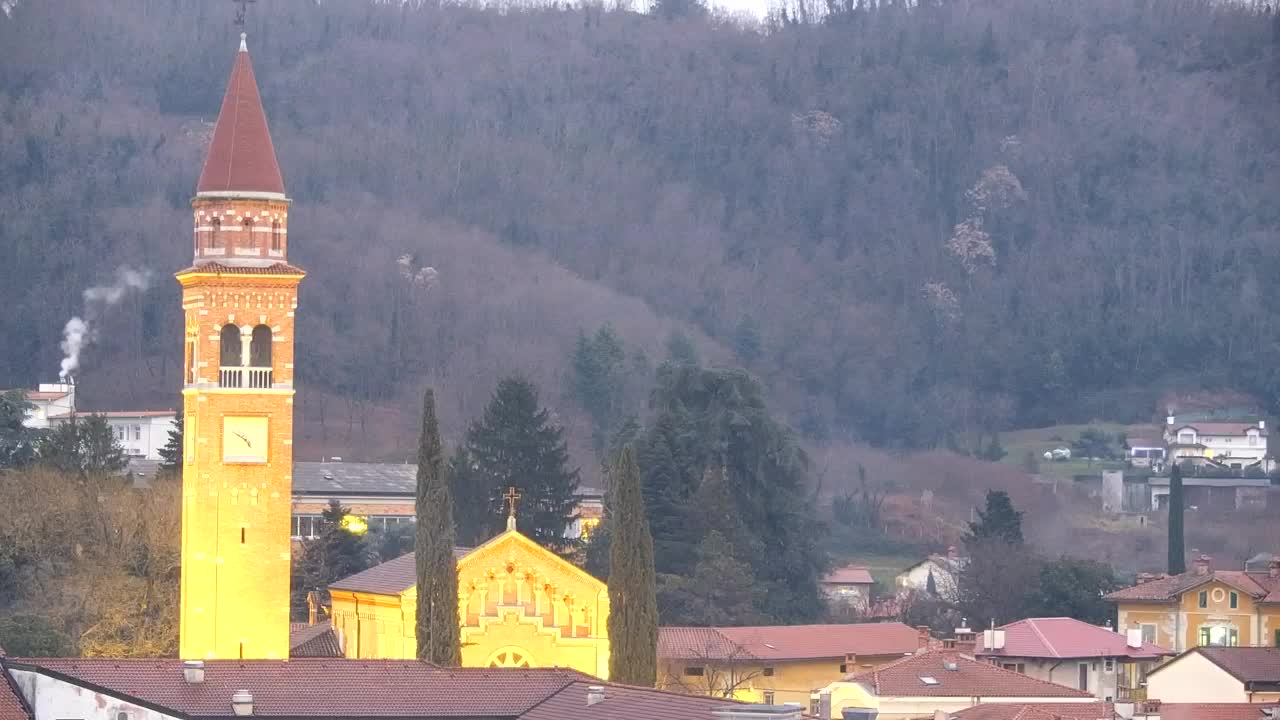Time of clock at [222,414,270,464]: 4:50
